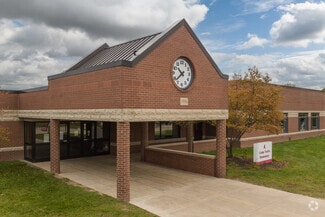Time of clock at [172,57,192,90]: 10:38
